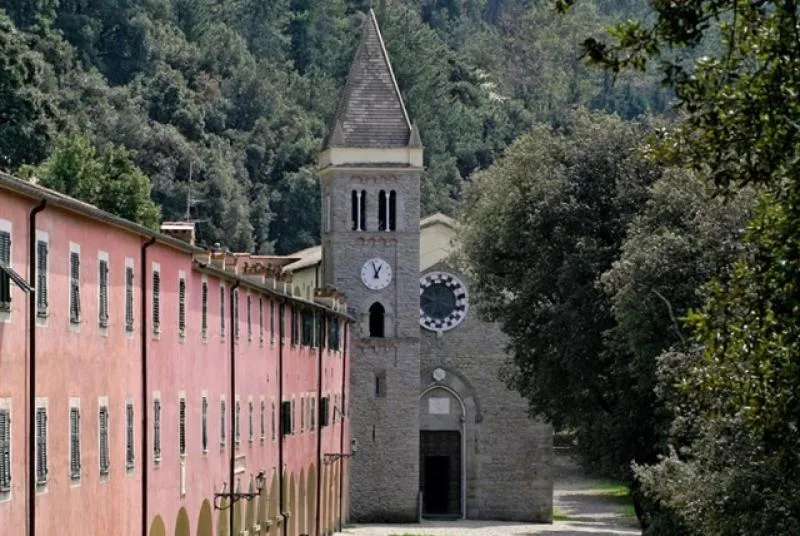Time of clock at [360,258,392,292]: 12:57
